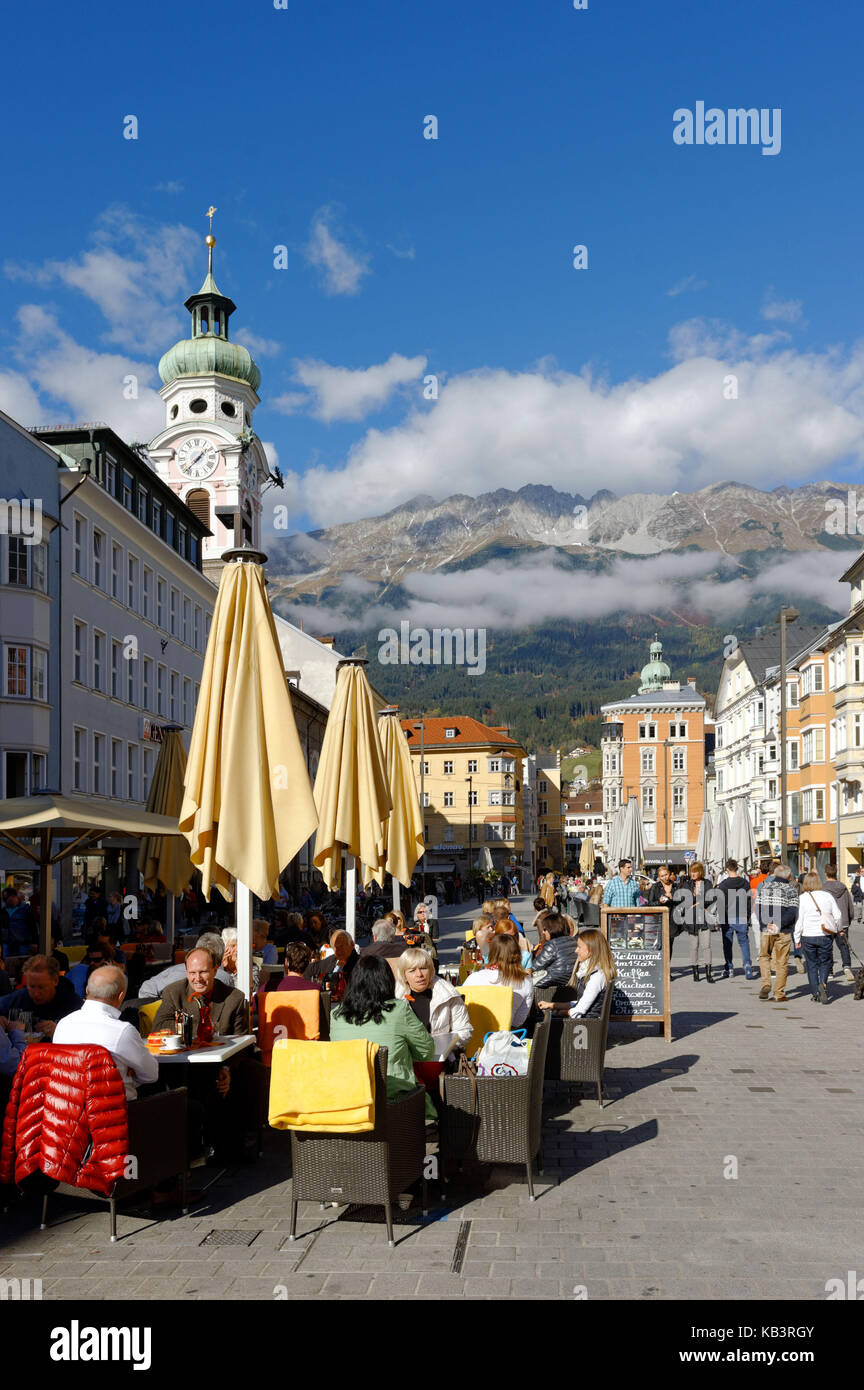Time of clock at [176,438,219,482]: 1:37
